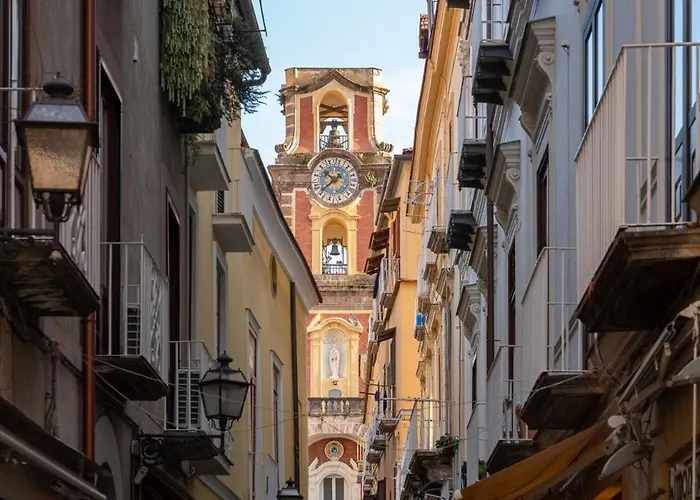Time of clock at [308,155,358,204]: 9:37
